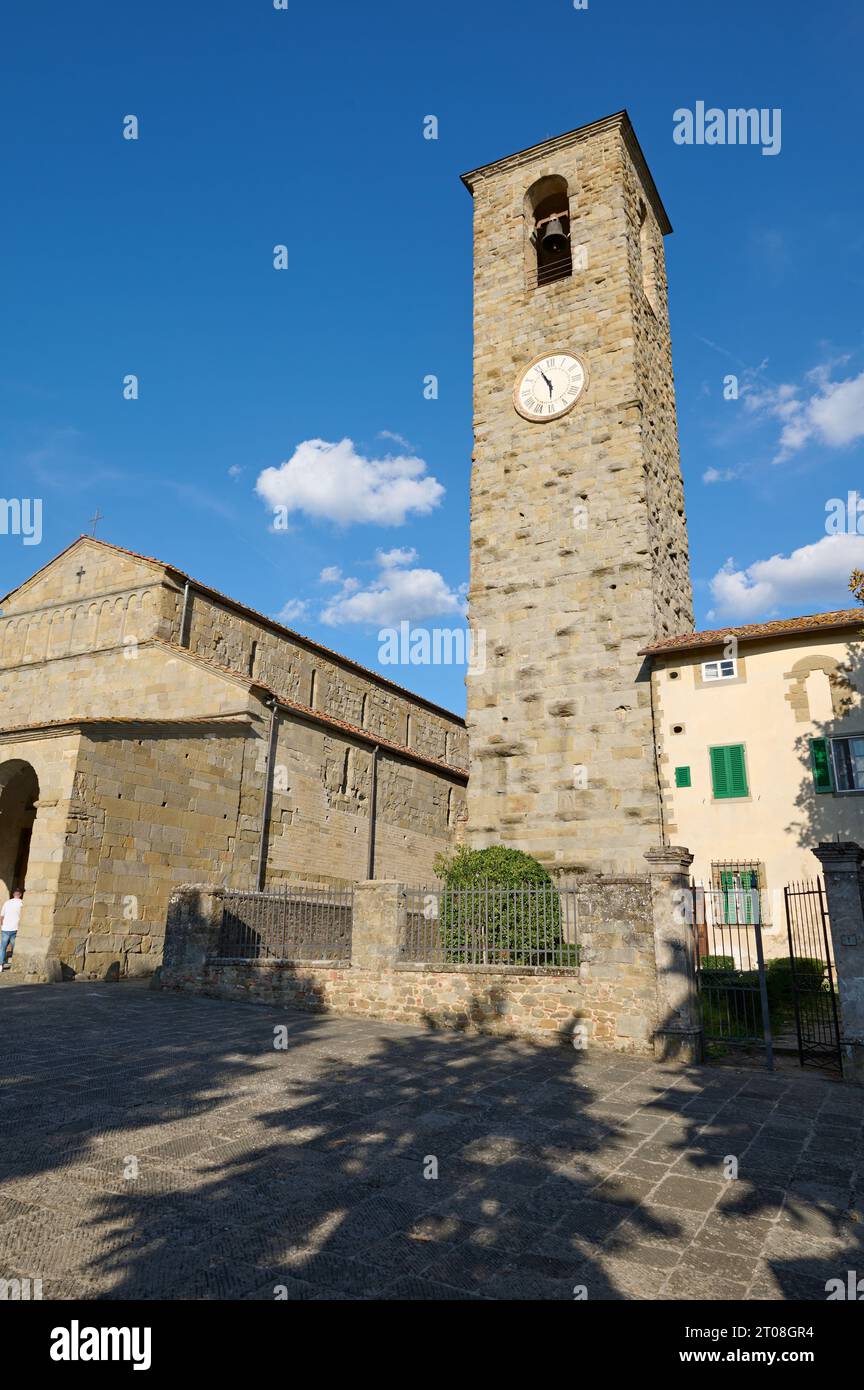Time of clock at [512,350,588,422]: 5:55
